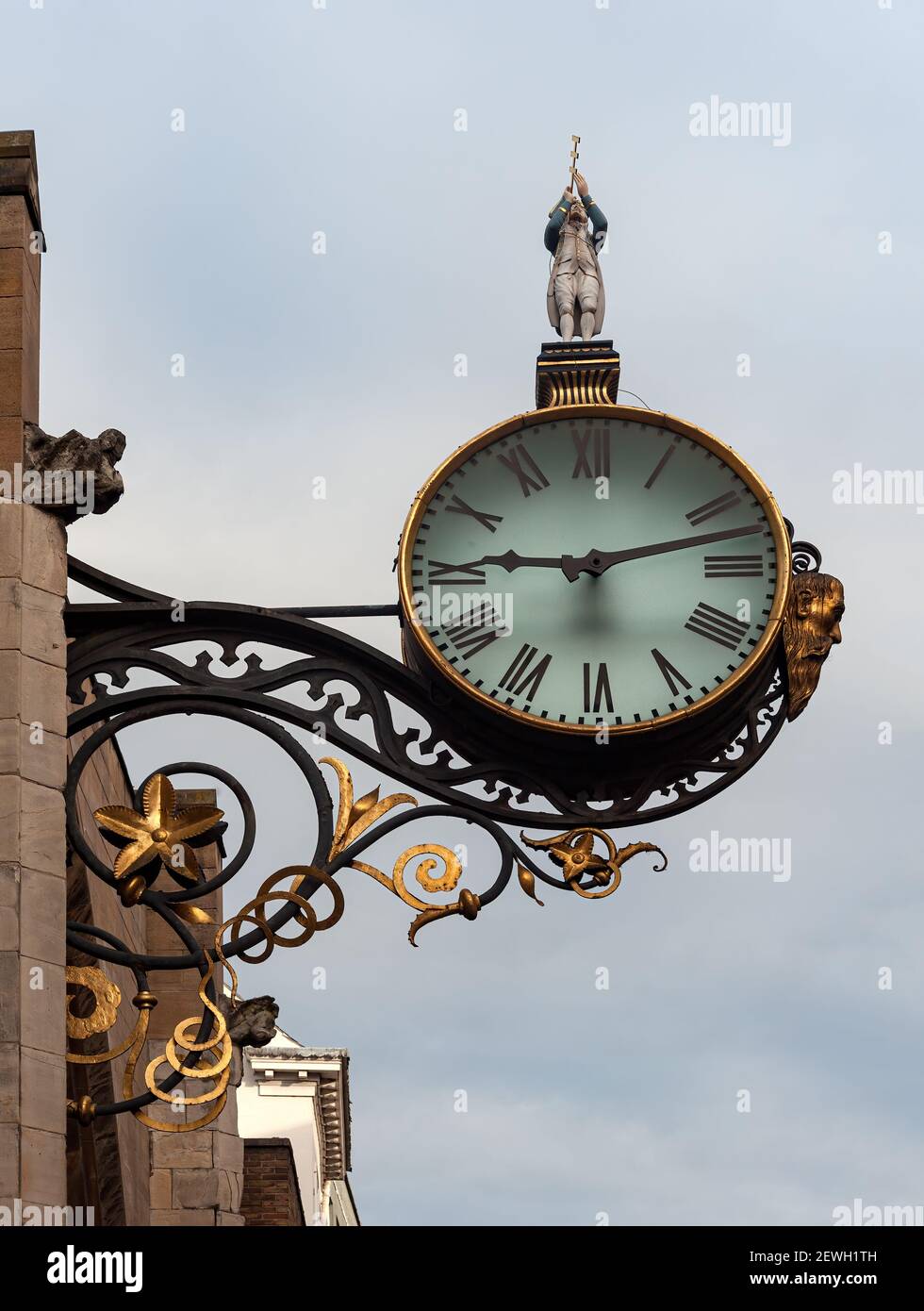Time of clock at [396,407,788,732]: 9:12
